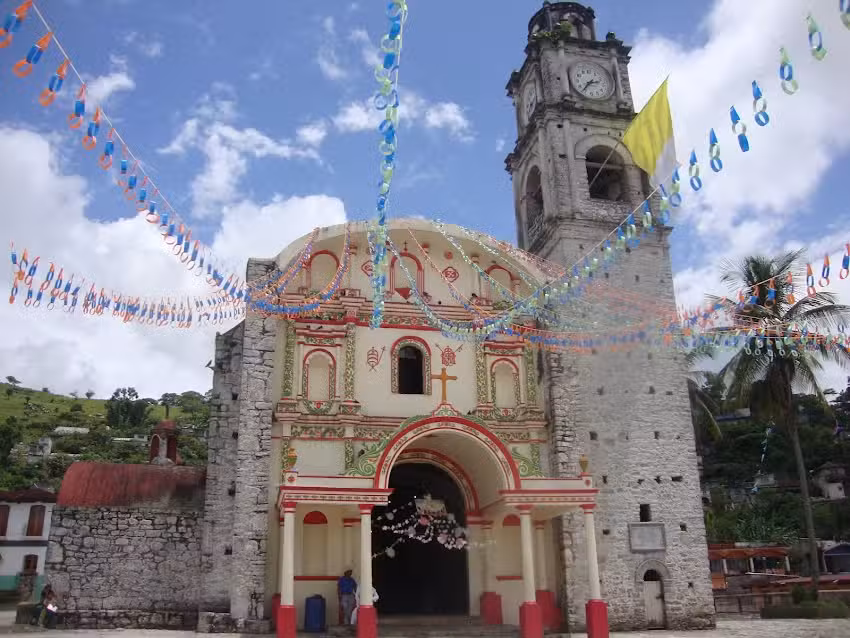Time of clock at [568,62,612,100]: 2:36
